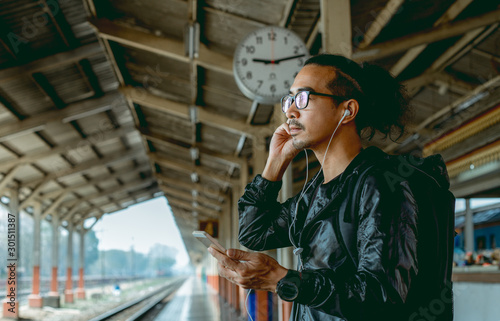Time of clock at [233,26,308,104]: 9:12
